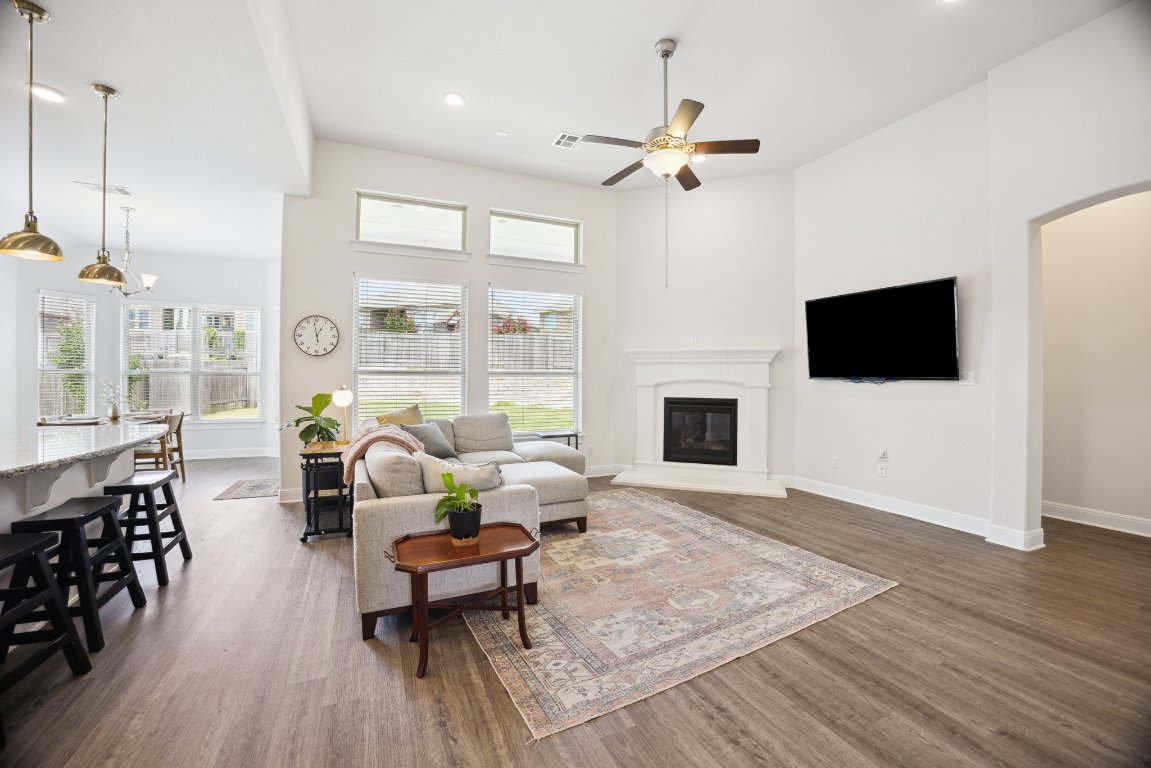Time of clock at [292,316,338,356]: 12:58
